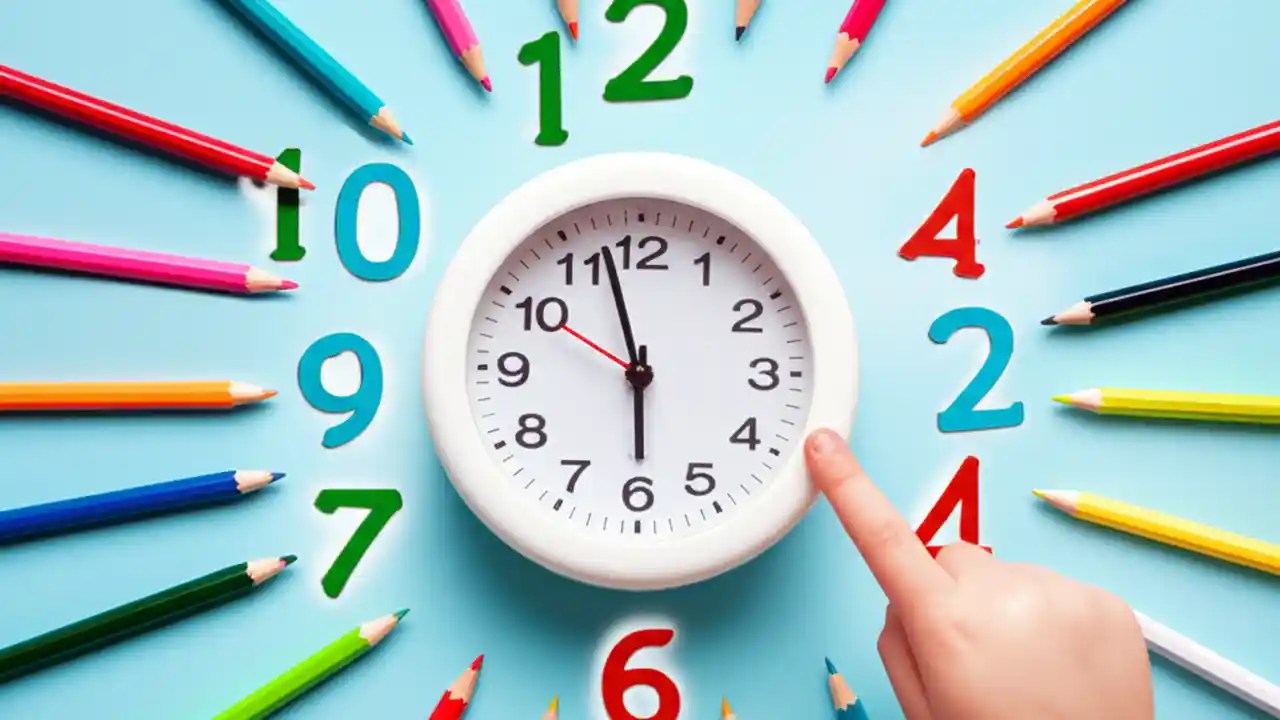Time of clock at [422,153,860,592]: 5:57
